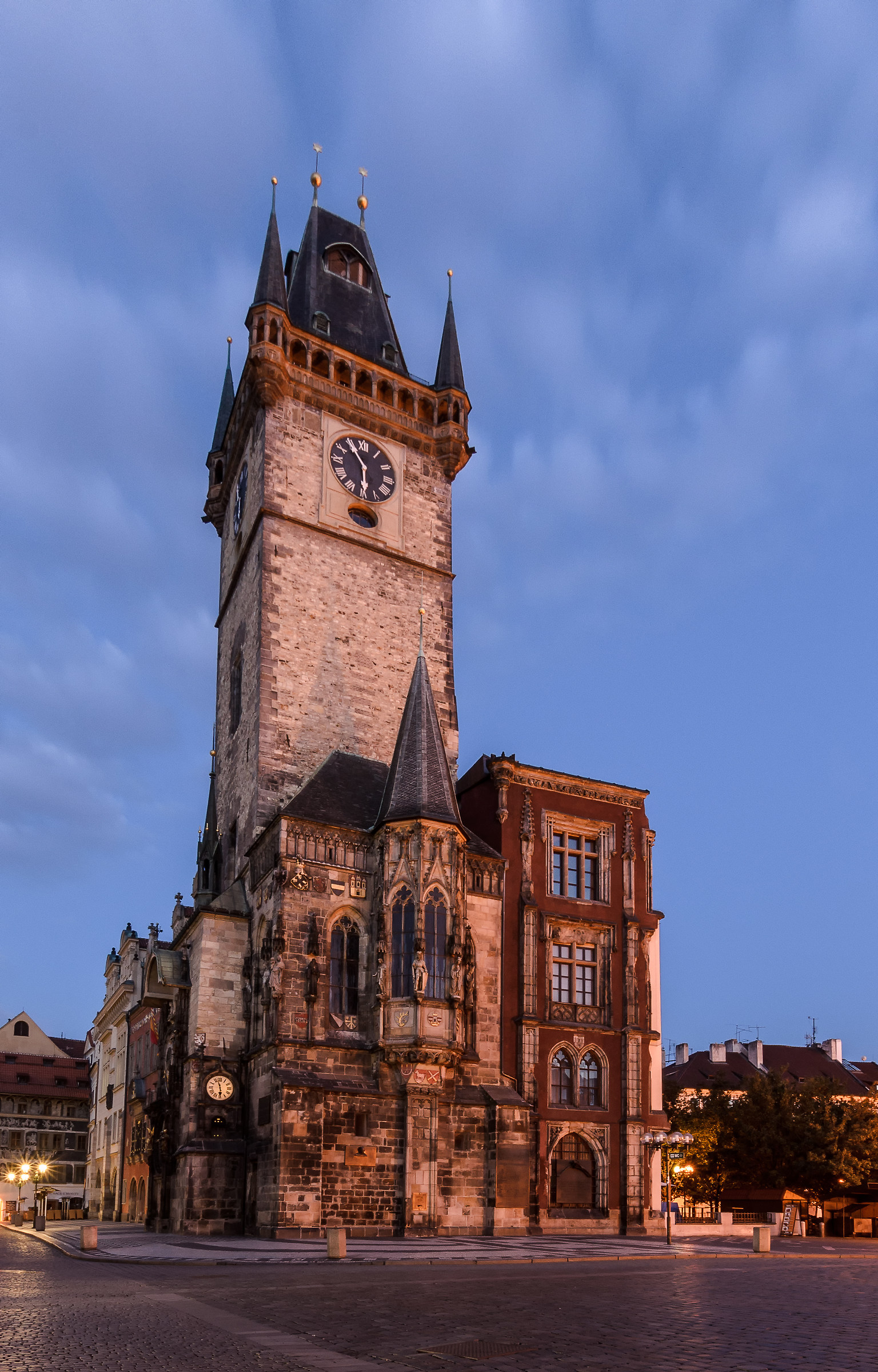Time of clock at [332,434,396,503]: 5:54
